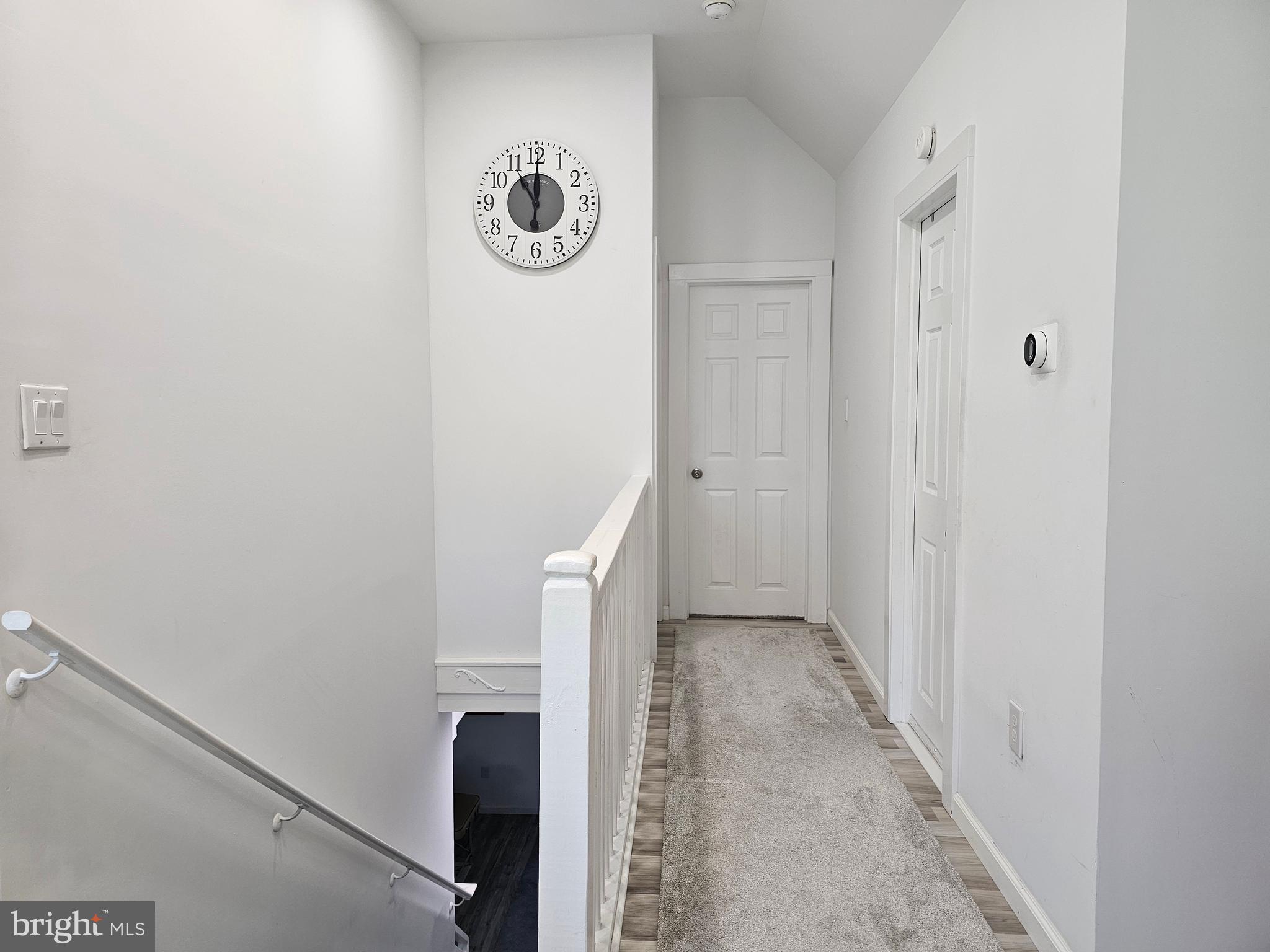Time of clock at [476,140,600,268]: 11:00
